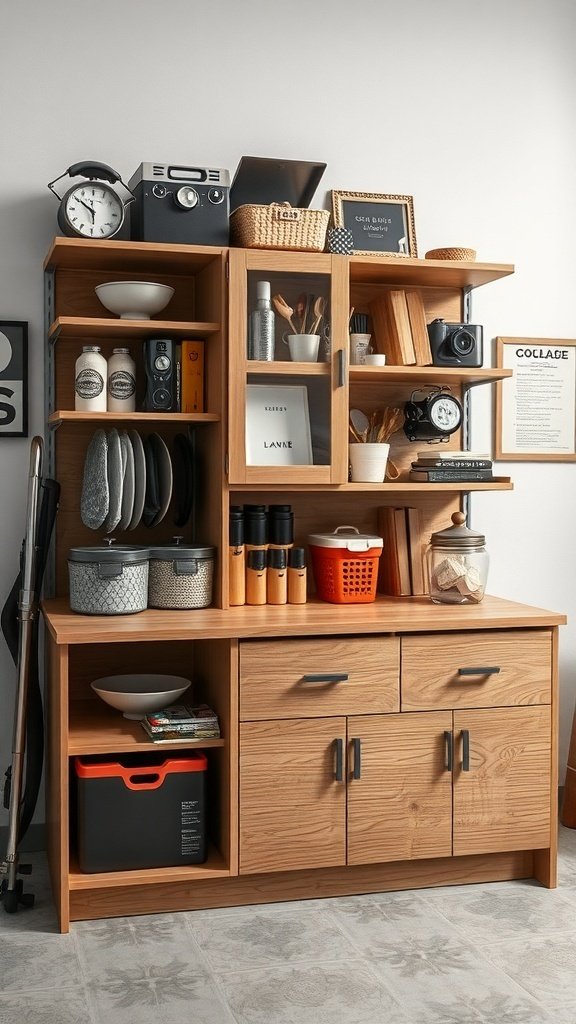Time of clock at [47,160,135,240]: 5:51
